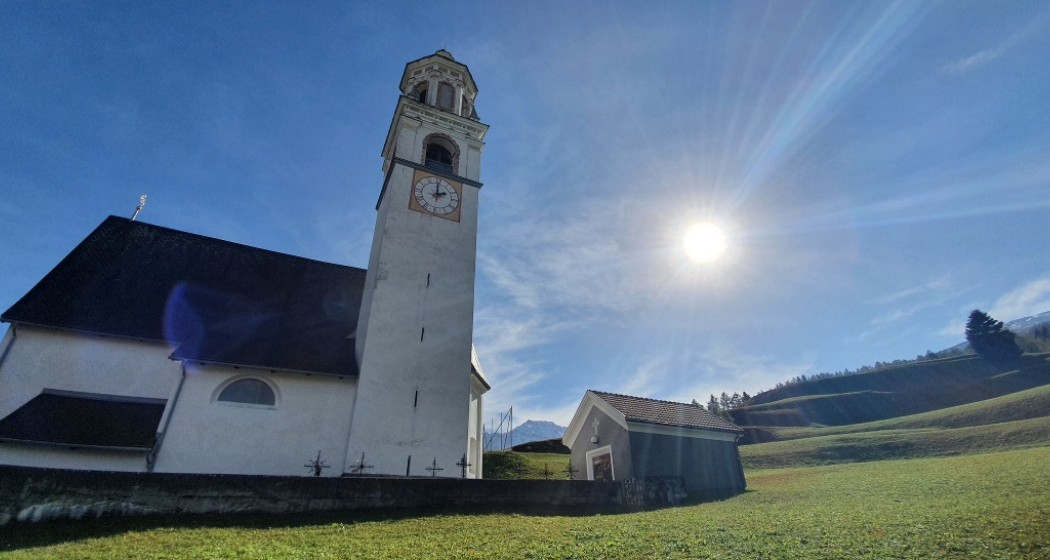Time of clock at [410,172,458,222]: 2:00
